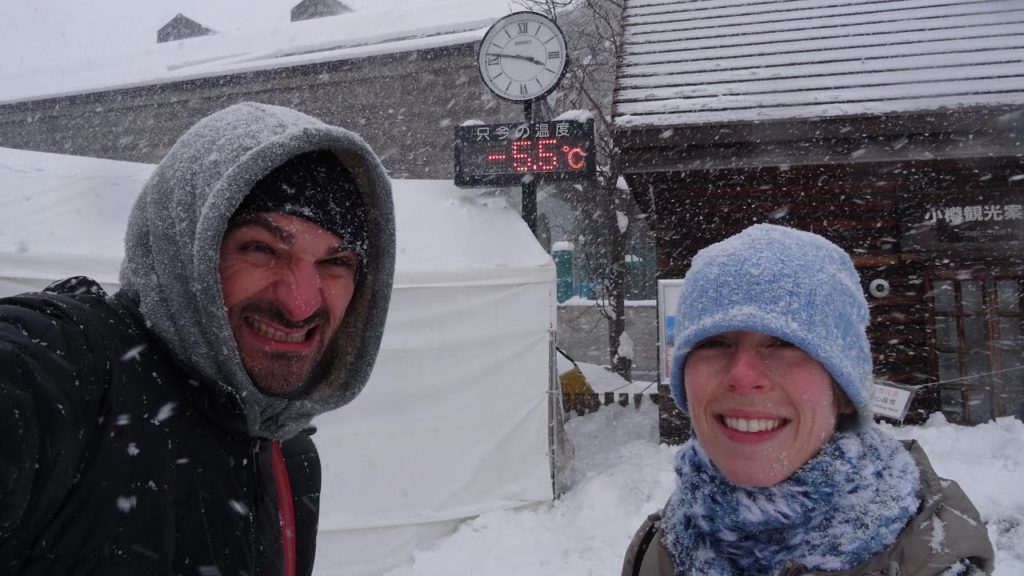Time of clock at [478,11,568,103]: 3:46
